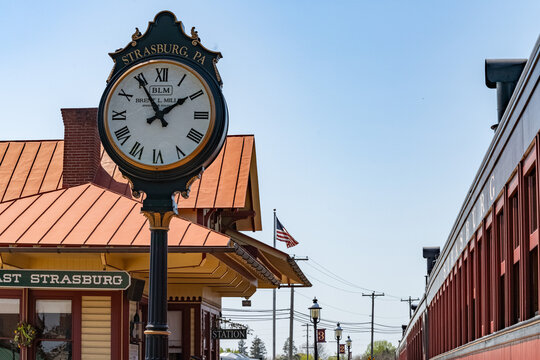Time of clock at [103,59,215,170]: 1:54
